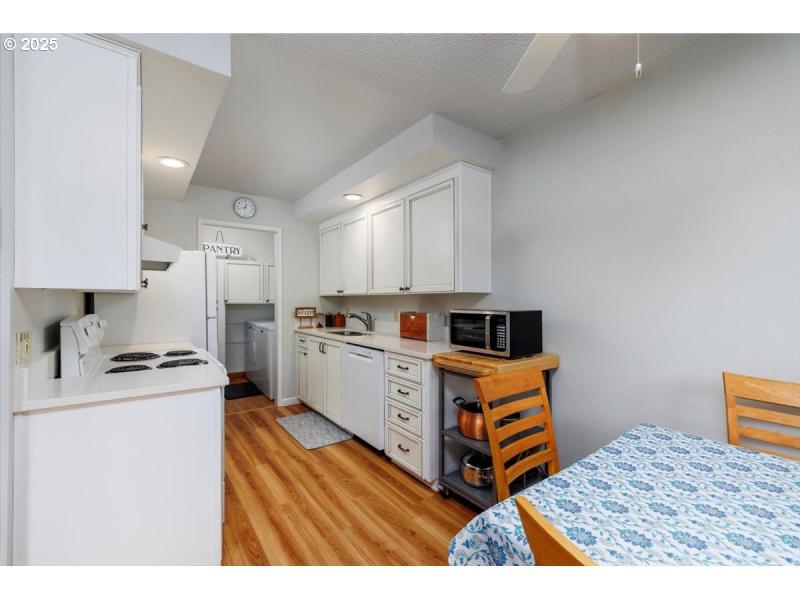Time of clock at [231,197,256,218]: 12:41
